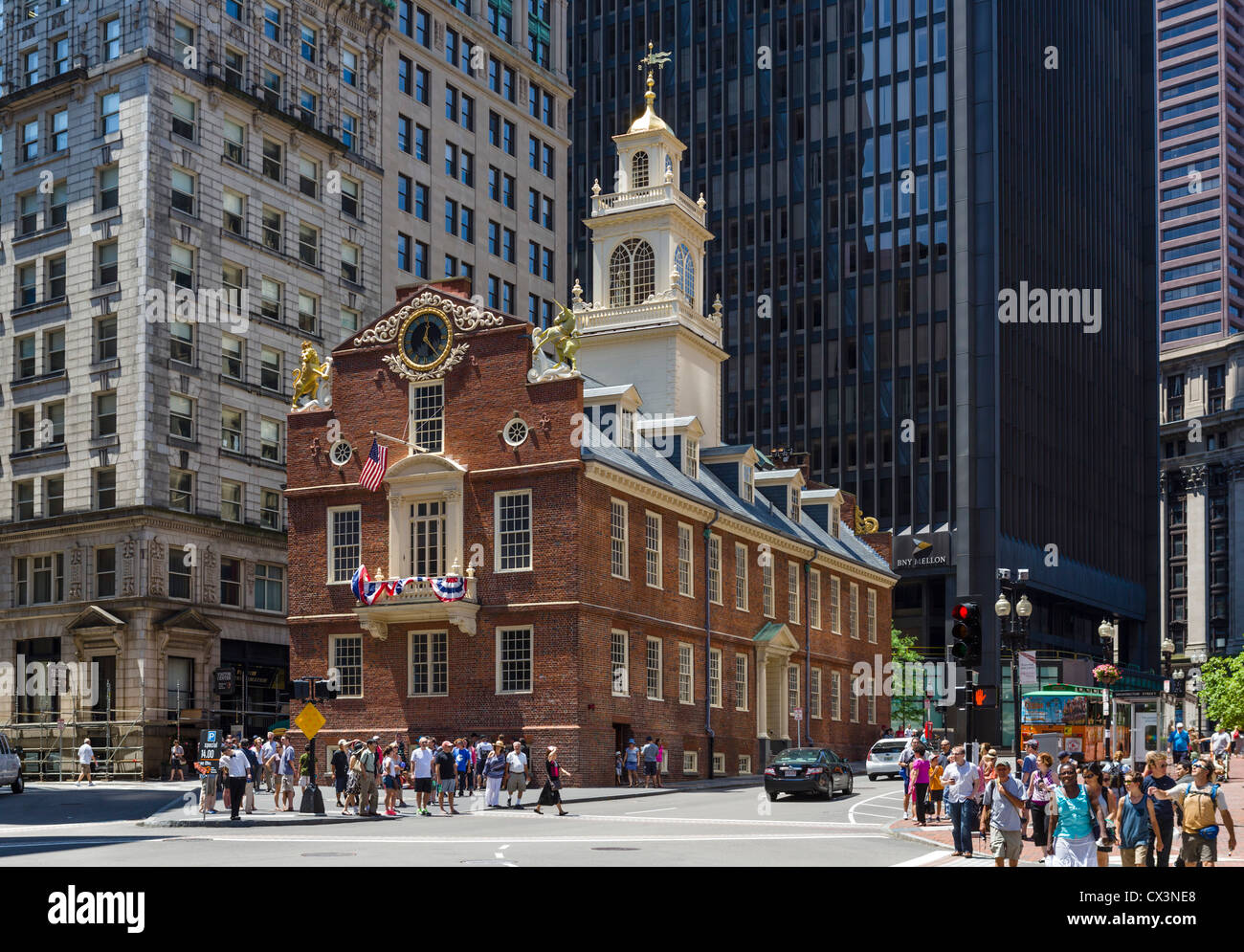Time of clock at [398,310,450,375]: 12:23
